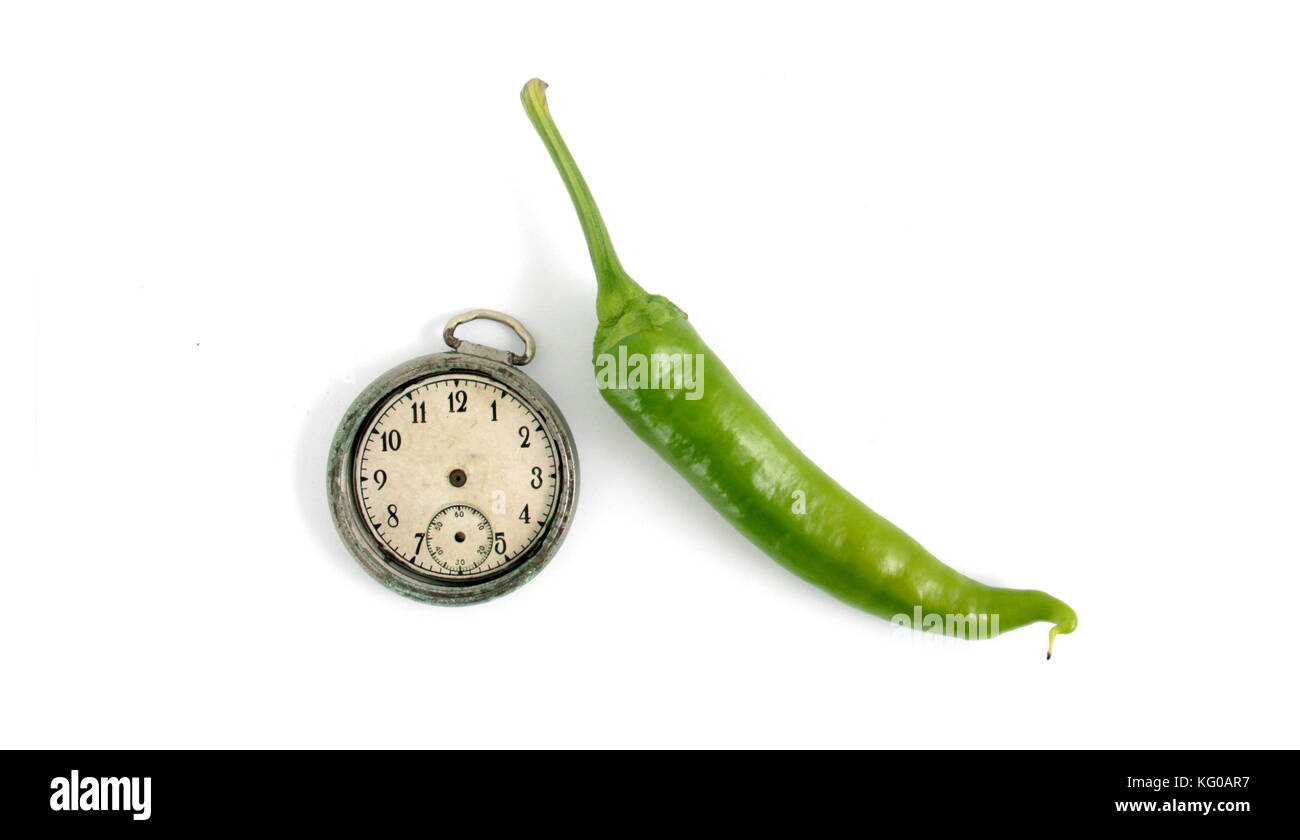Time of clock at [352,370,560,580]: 4:35
